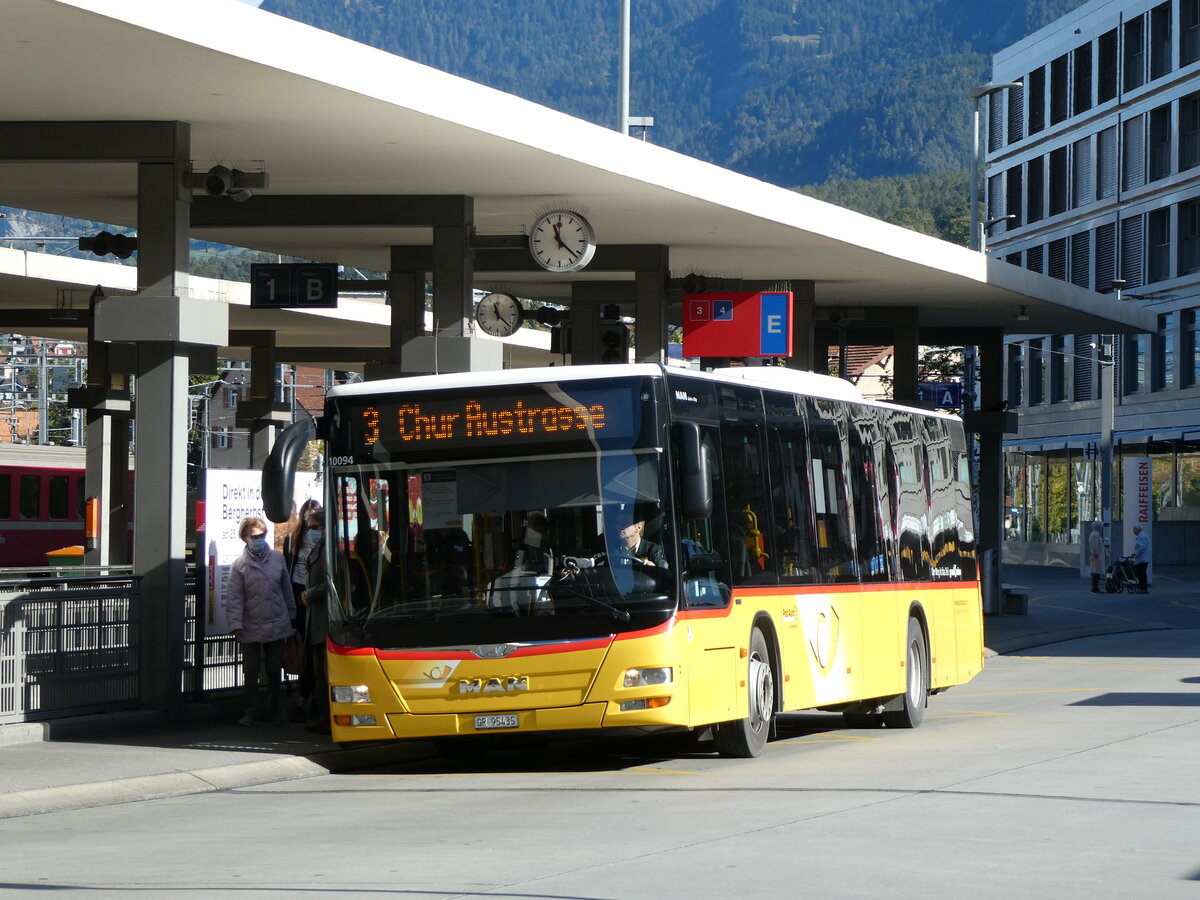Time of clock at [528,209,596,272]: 11:22
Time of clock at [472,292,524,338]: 11:22
